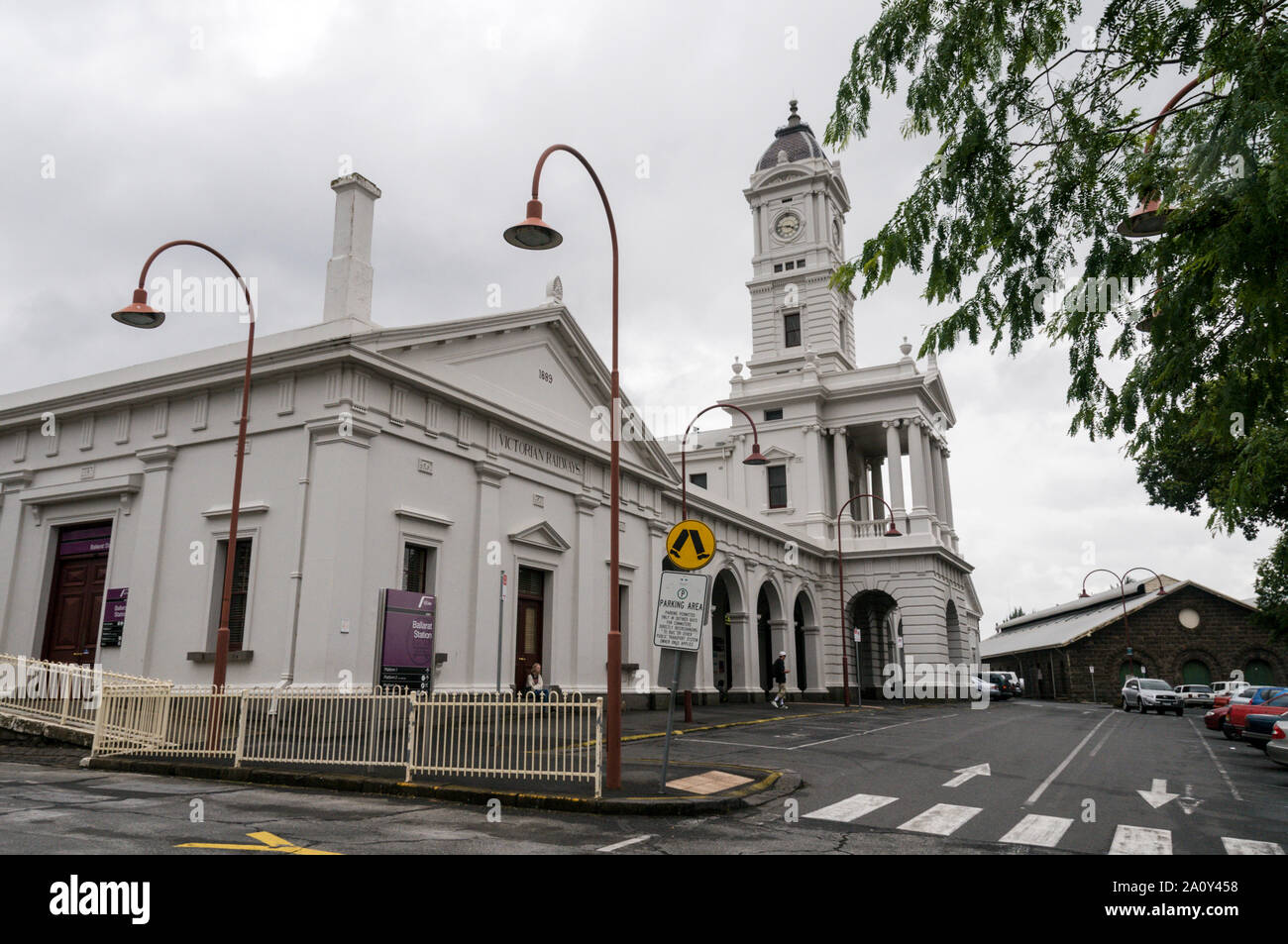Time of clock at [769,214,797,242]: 3:44
